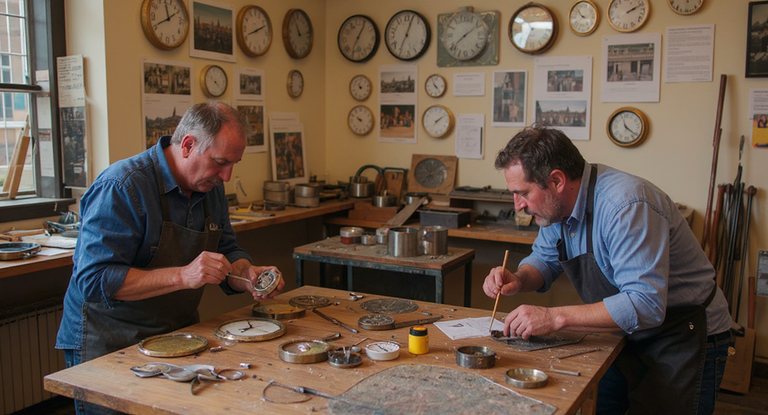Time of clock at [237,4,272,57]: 8:11
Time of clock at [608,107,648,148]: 11:21
